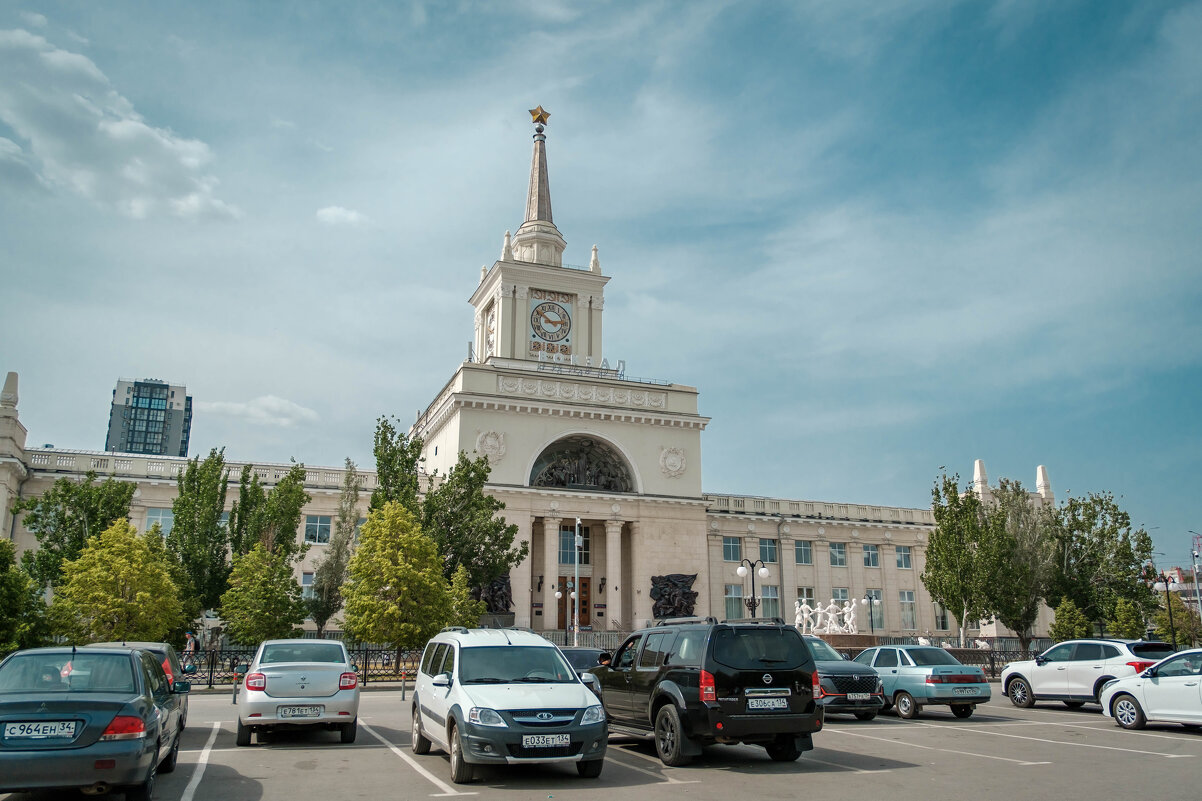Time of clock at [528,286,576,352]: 2:50
